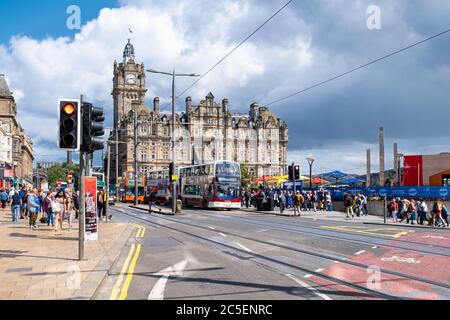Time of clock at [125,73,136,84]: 2:42
